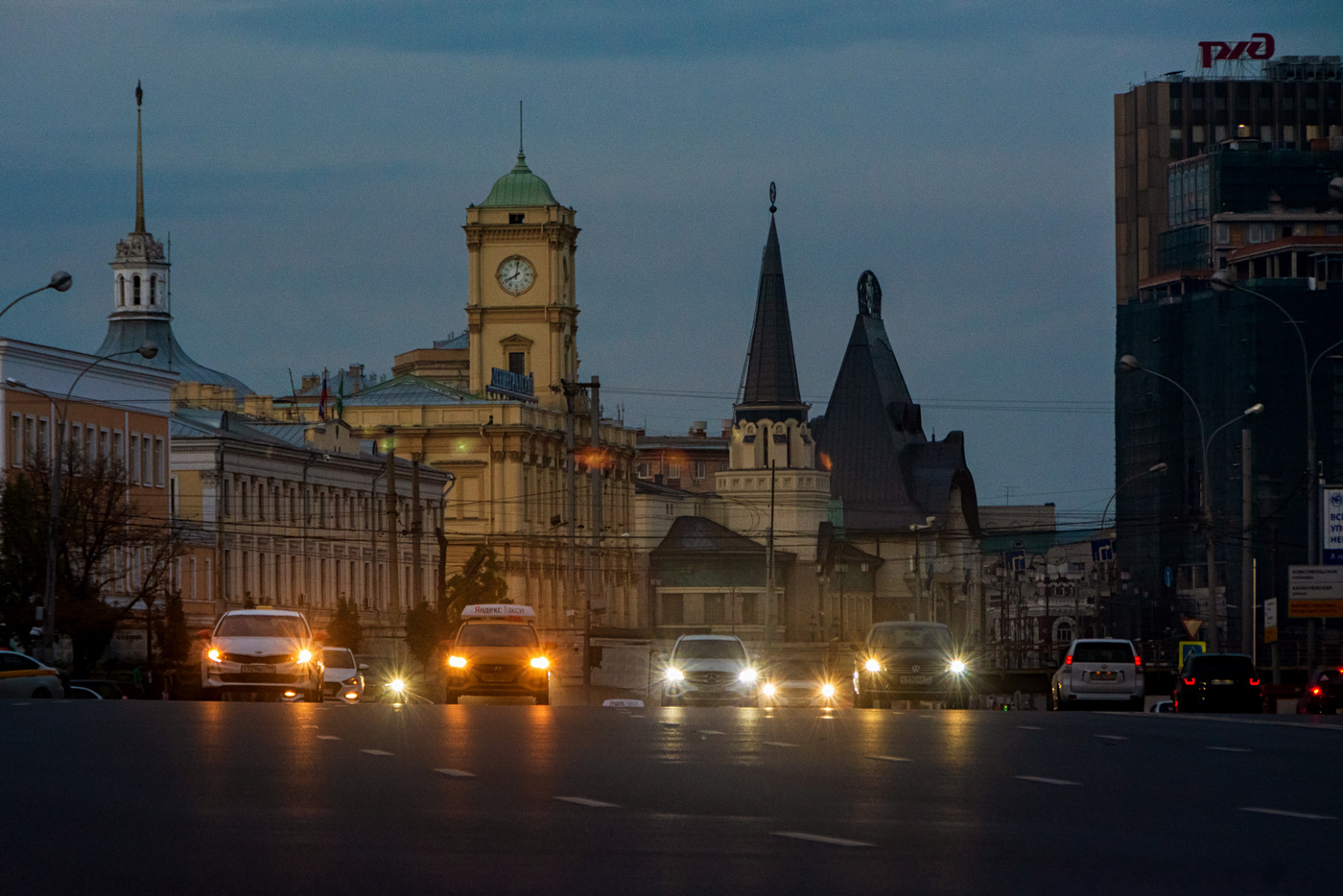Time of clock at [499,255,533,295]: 8:01
